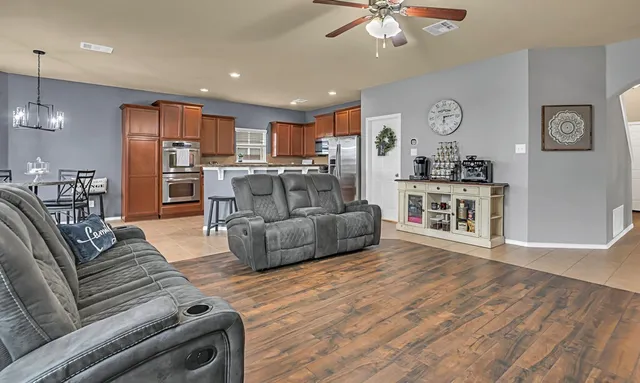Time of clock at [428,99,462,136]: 6:13
